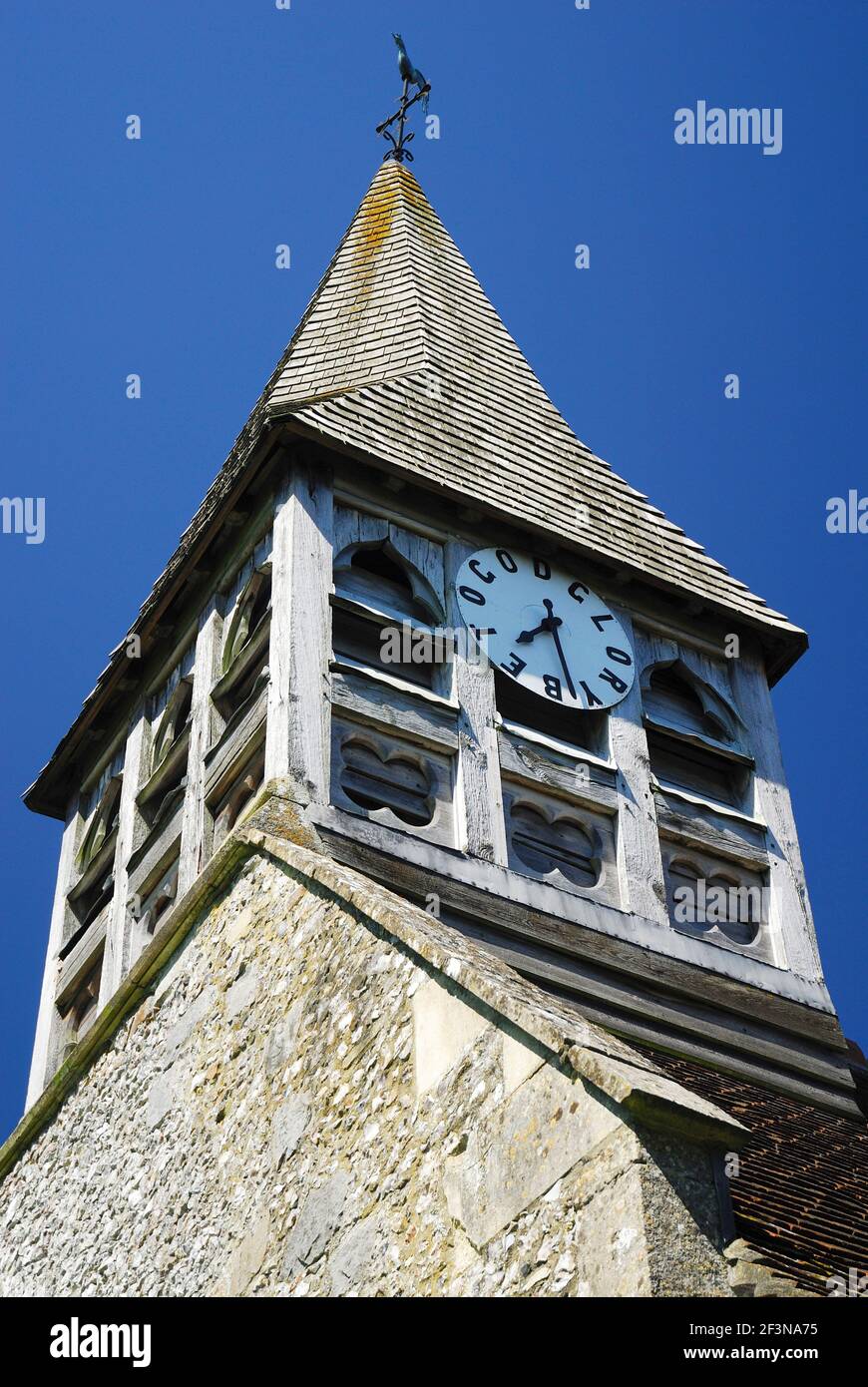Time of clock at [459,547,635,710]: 7:28
